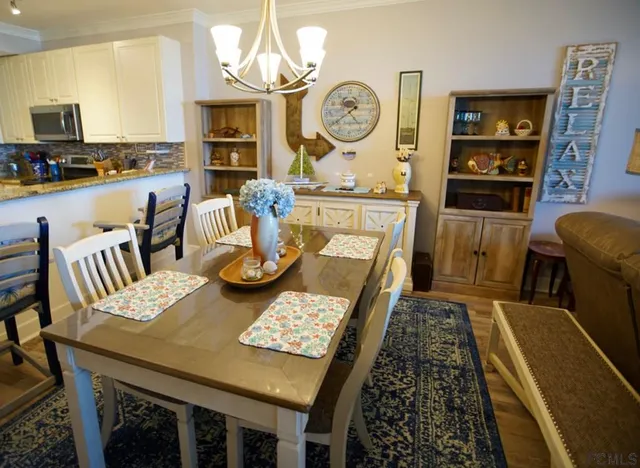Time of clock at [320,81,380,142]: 4:39
